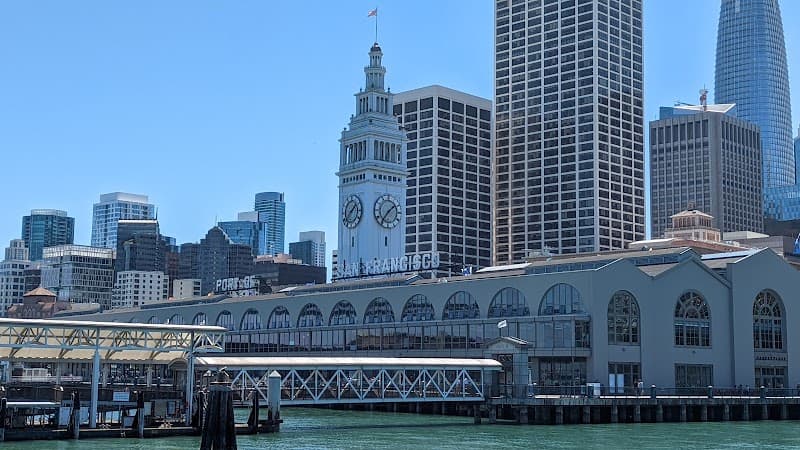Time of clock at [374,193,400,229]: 1:36
